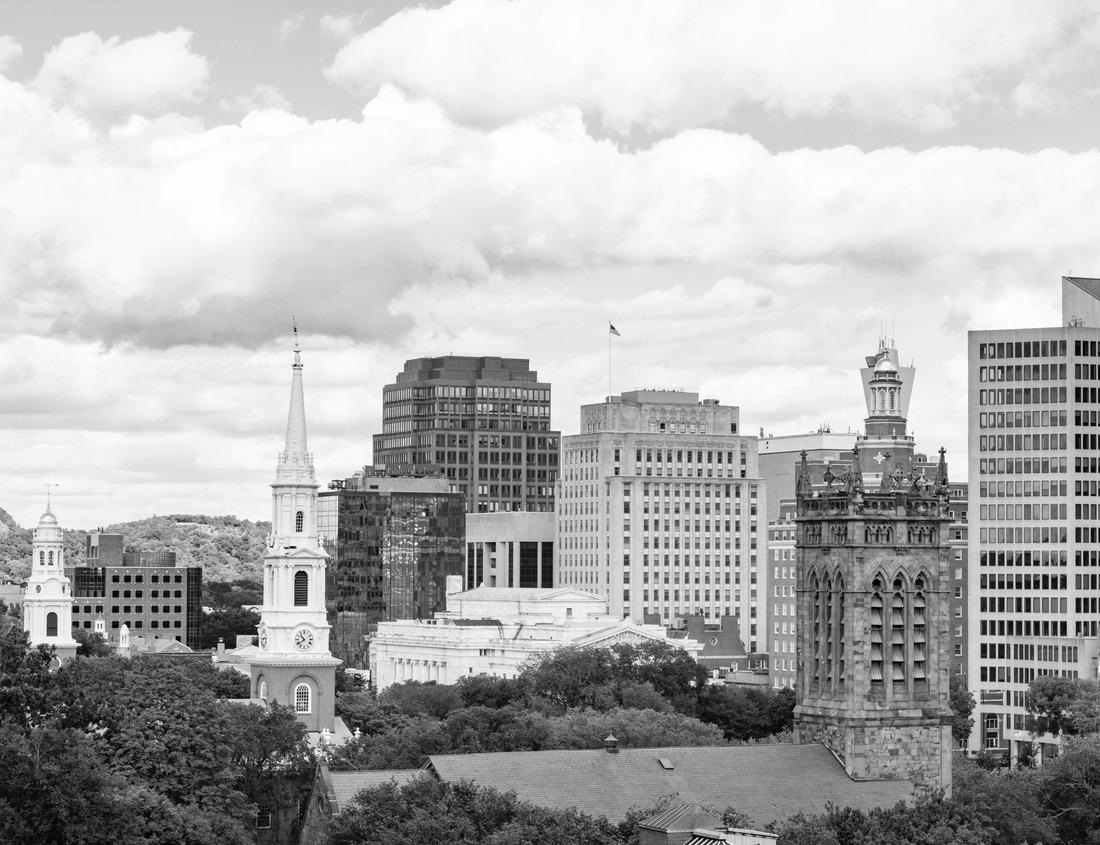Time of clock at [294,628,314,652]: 10:39
